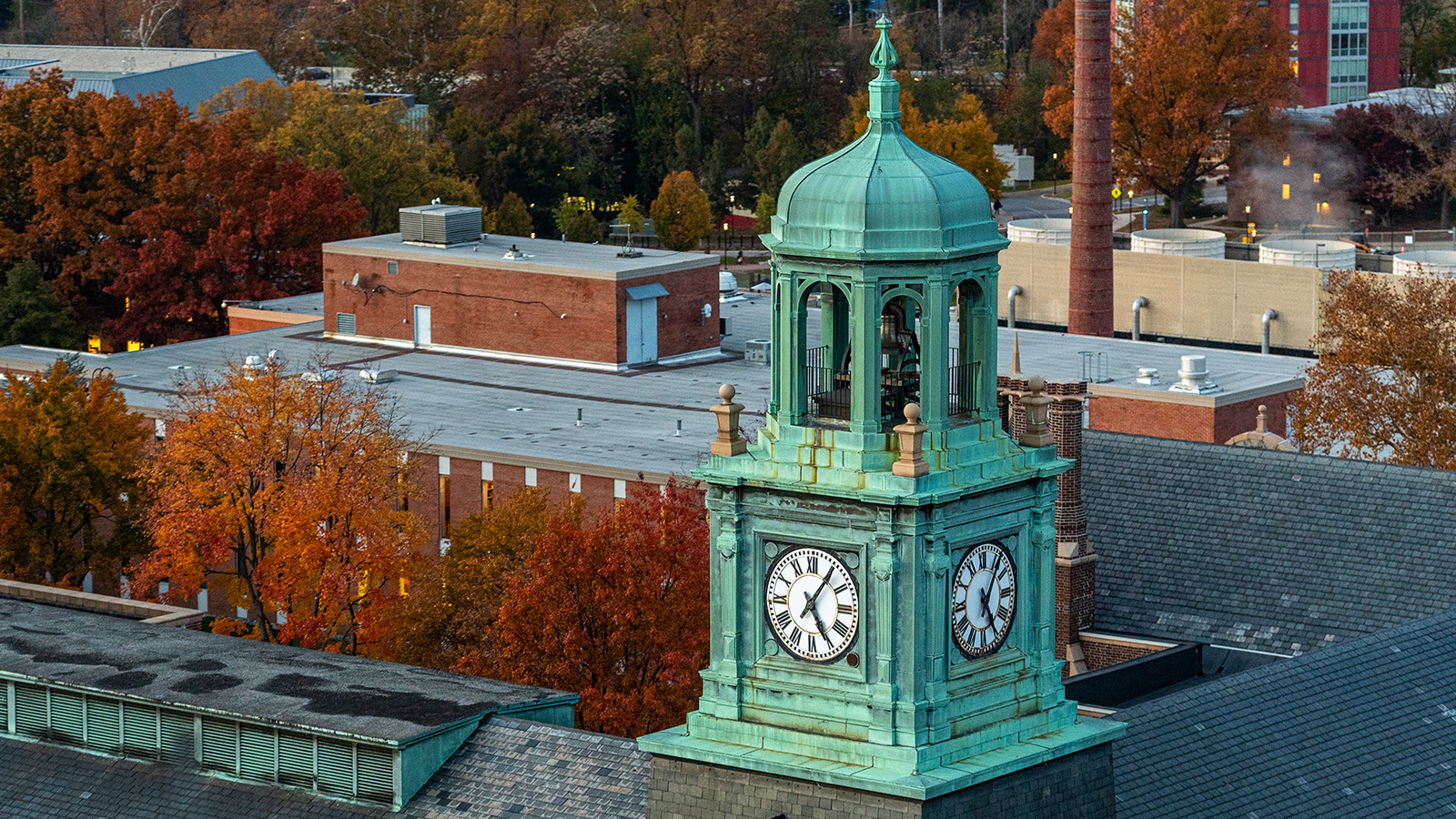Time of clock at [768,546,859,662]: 5:05
